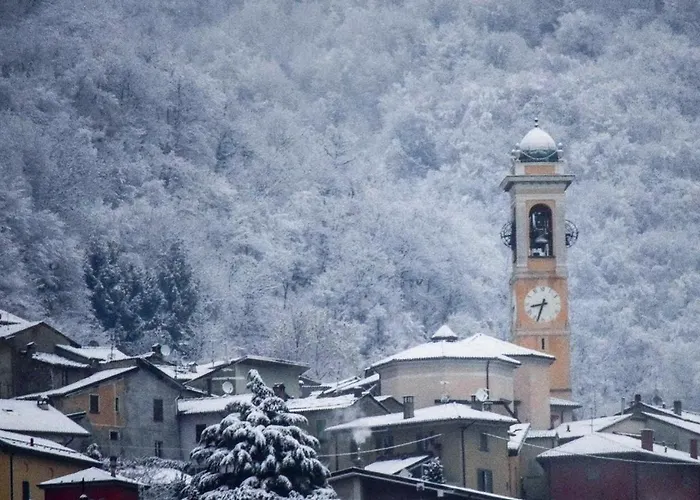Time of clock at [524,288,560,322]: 8:33
